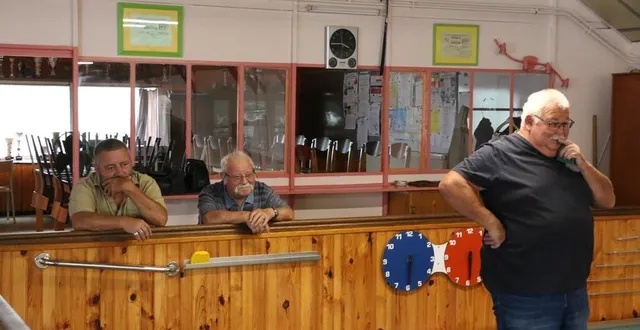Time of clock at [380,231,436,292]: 6:30
